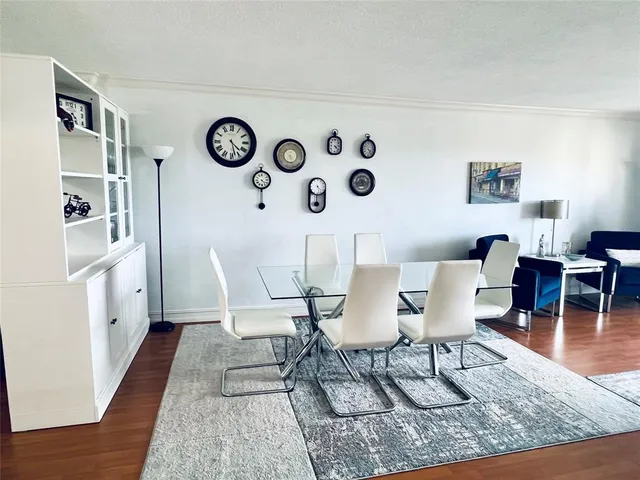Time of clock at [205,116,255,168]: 4:27
